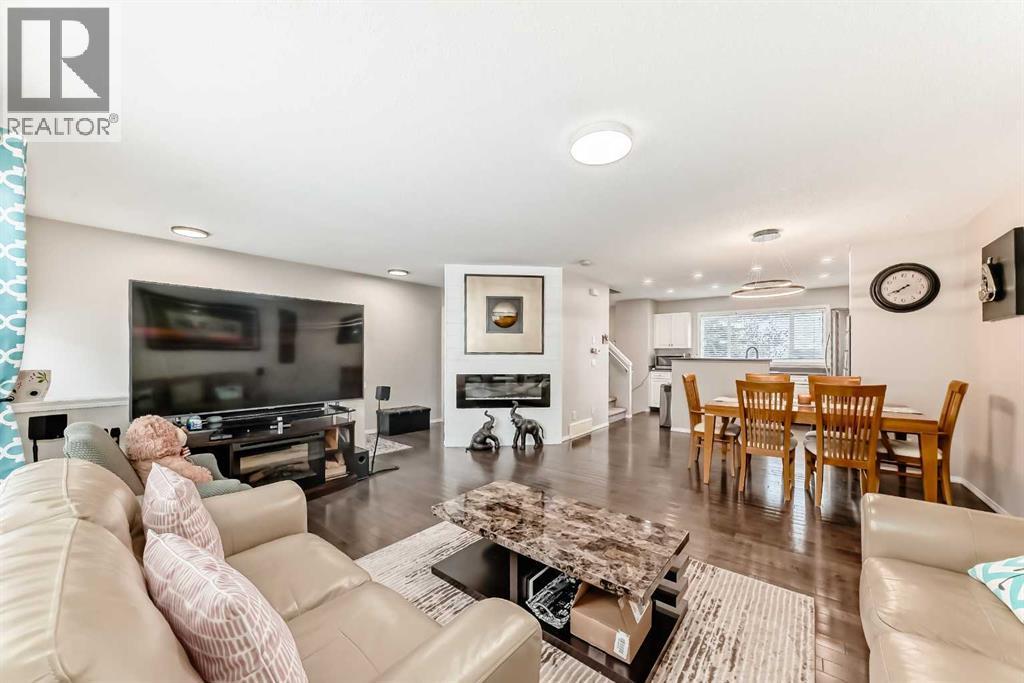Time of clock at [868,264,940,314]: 7:40
